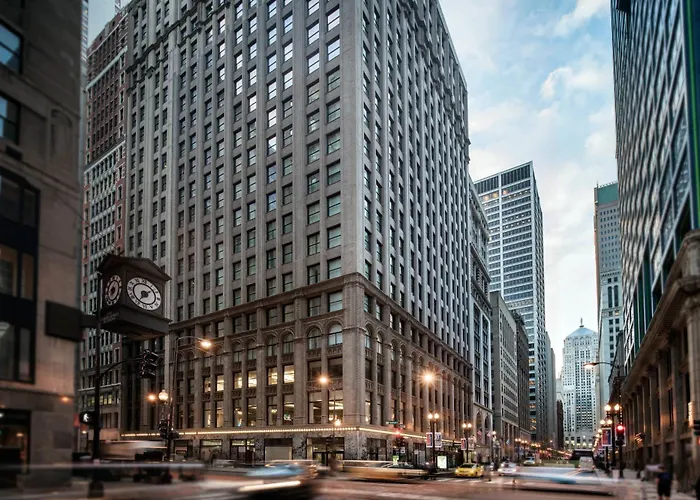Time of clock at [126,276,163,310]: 7:08
